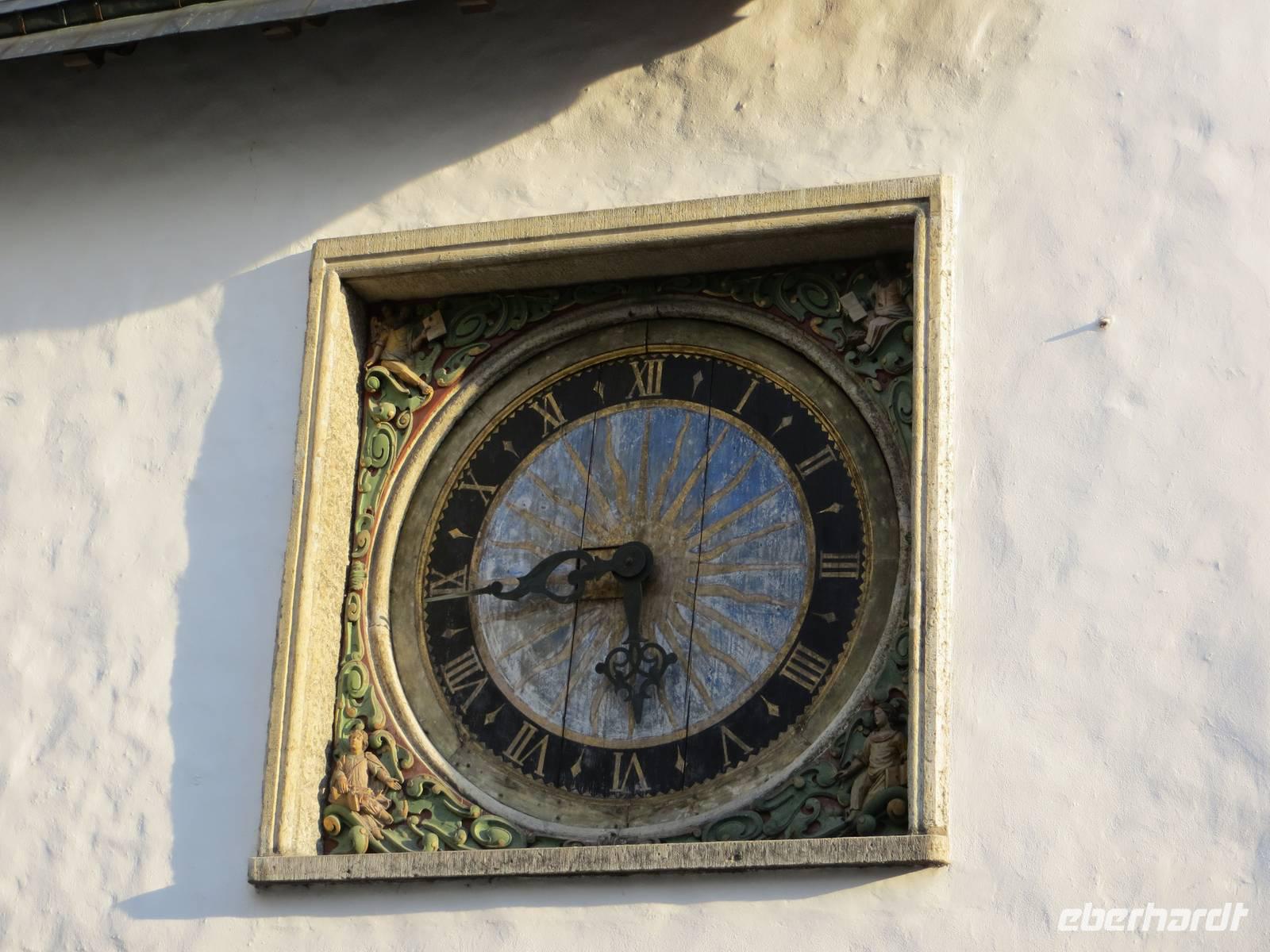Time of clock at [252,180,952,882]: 5:43
